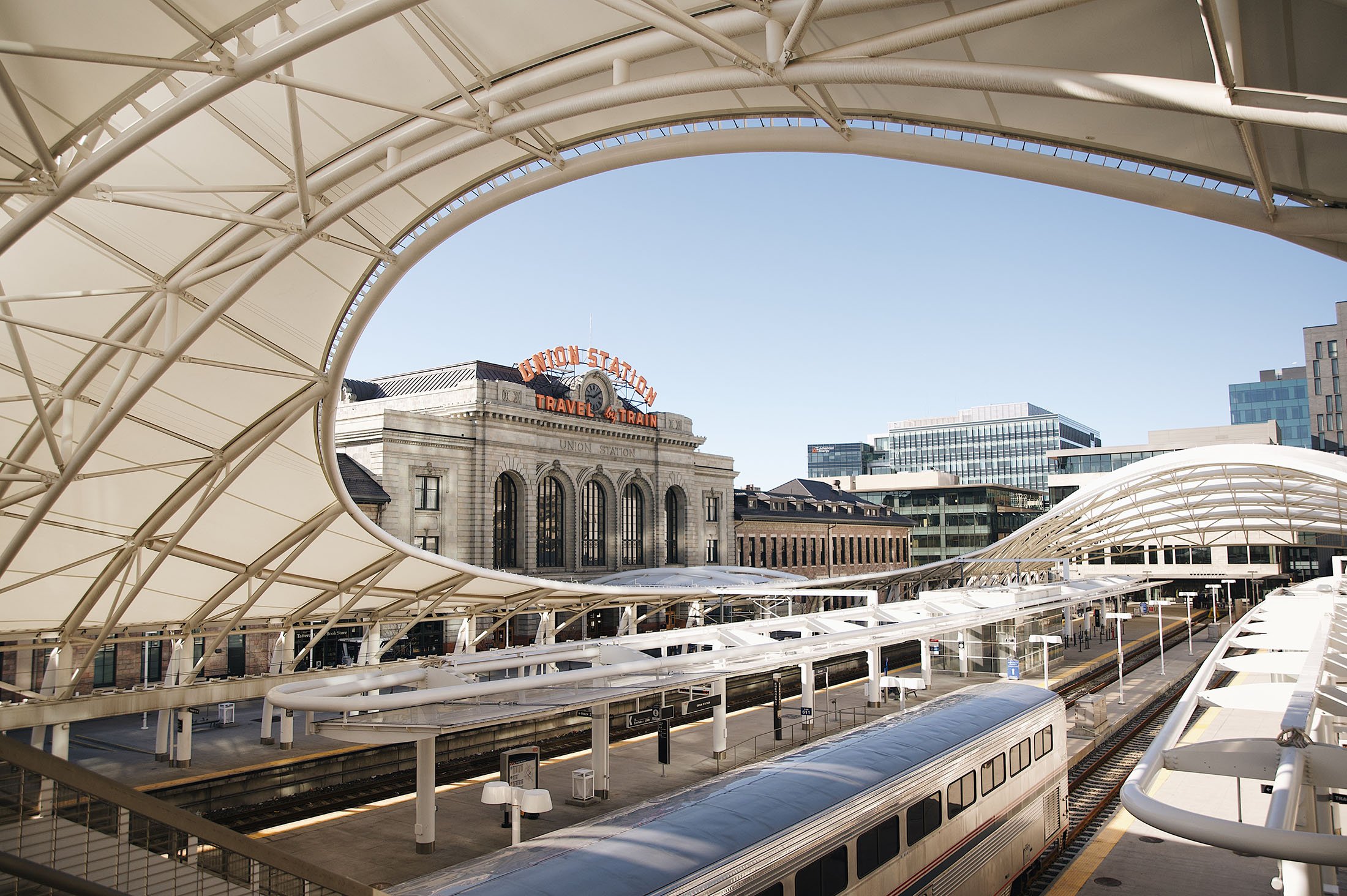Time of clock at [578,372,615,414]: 9:10
